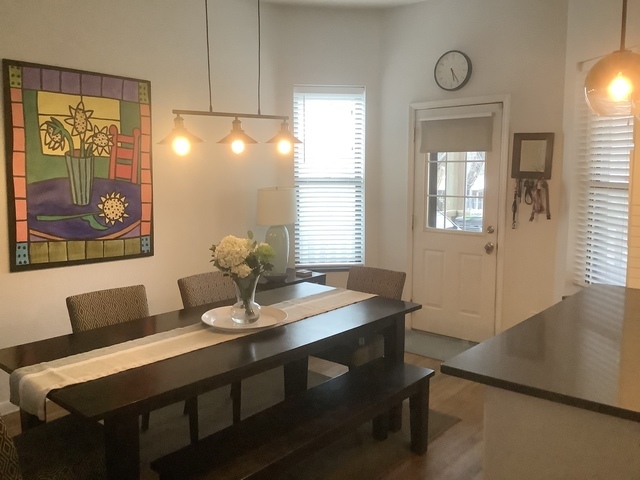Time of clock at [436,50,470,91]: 5:23
